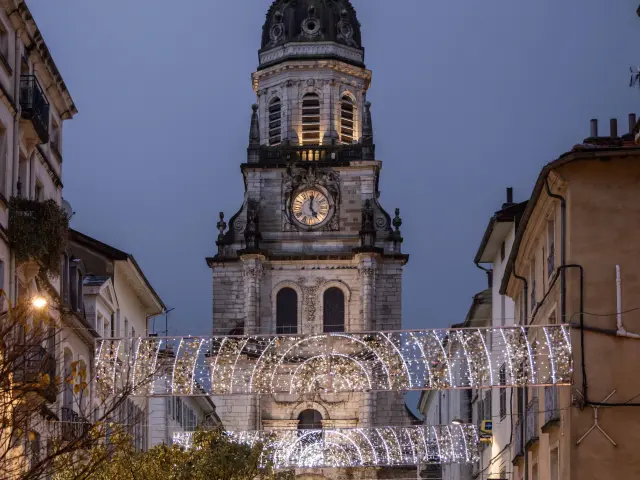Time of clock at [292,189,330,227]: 5:01
